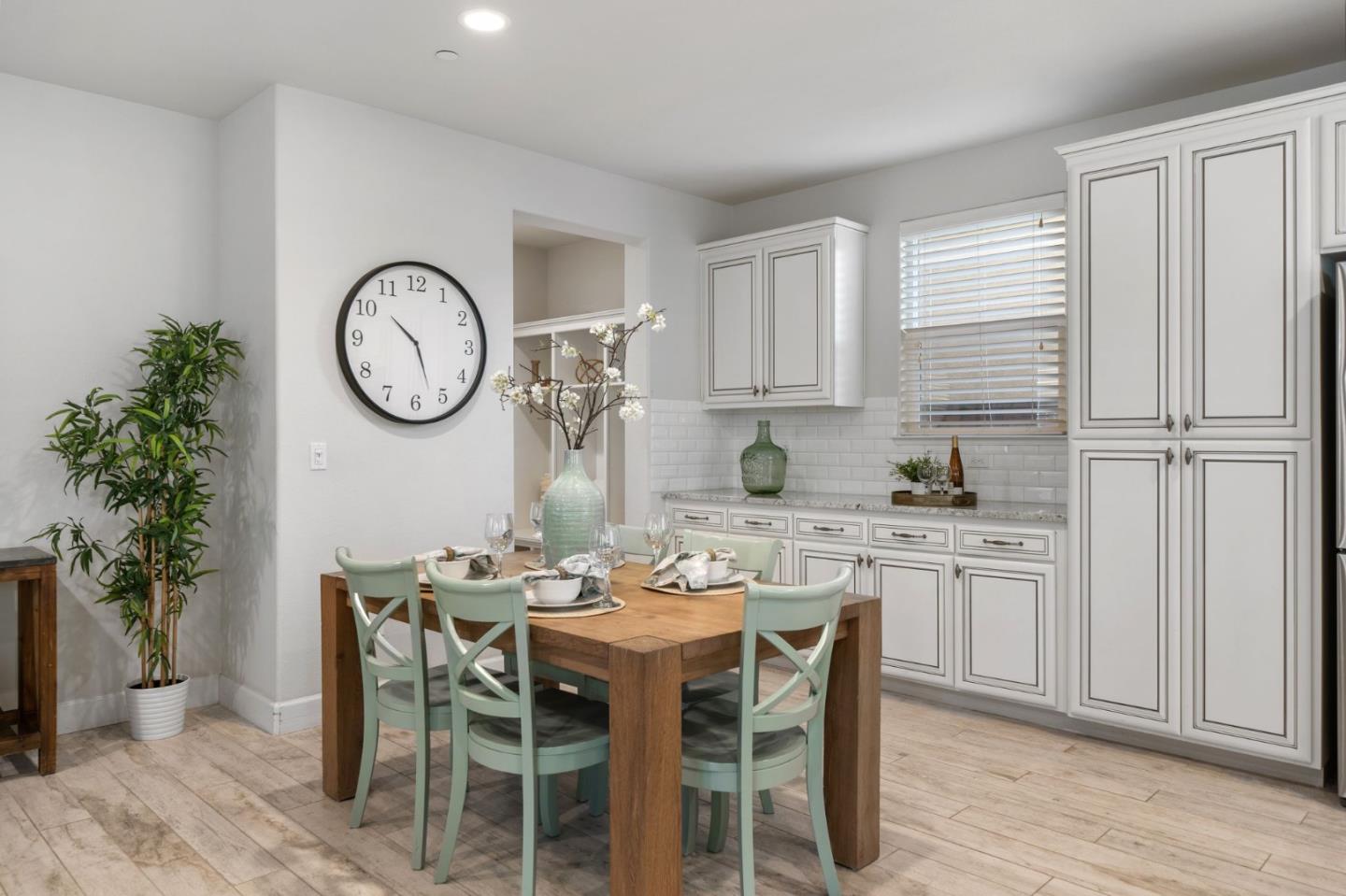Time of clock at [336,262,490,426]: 10:26
